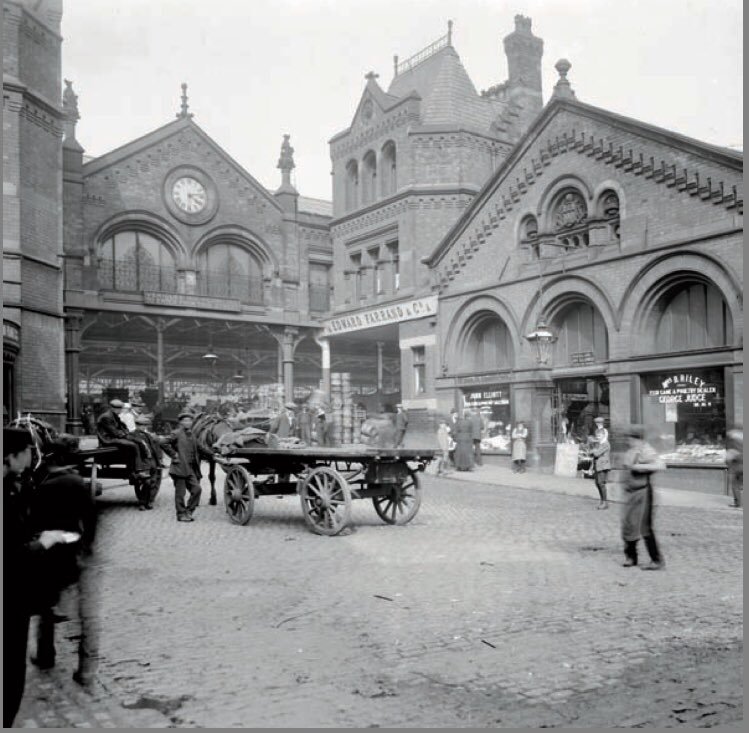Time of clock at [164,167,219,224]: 4:12
